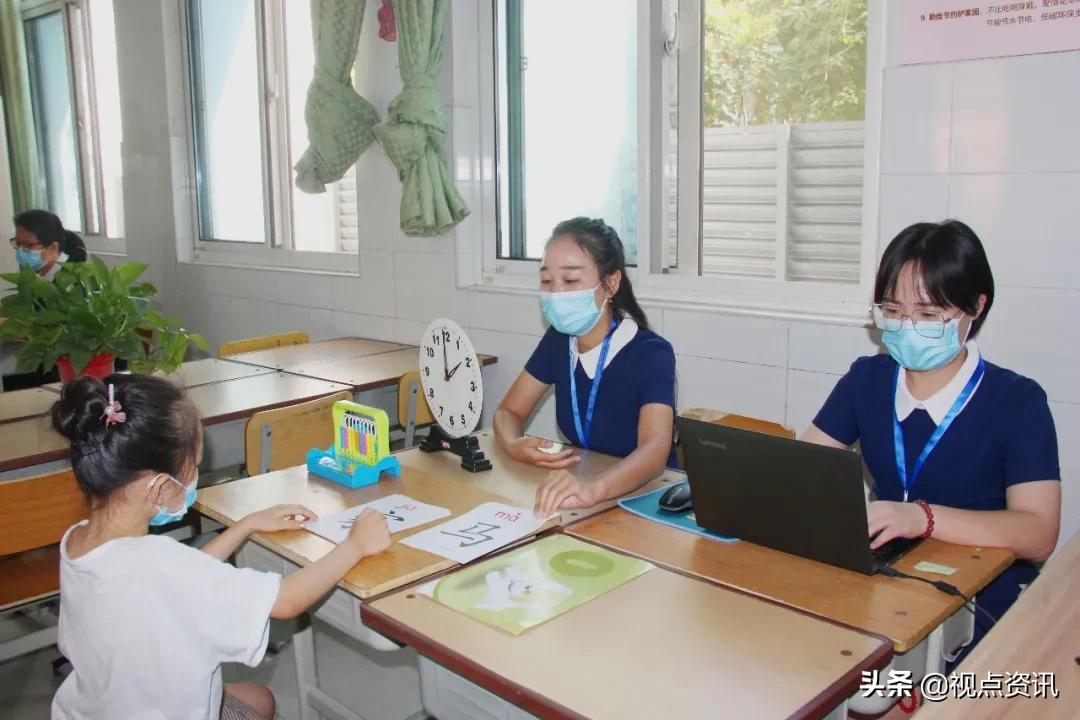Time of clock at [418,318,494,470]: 1:59
